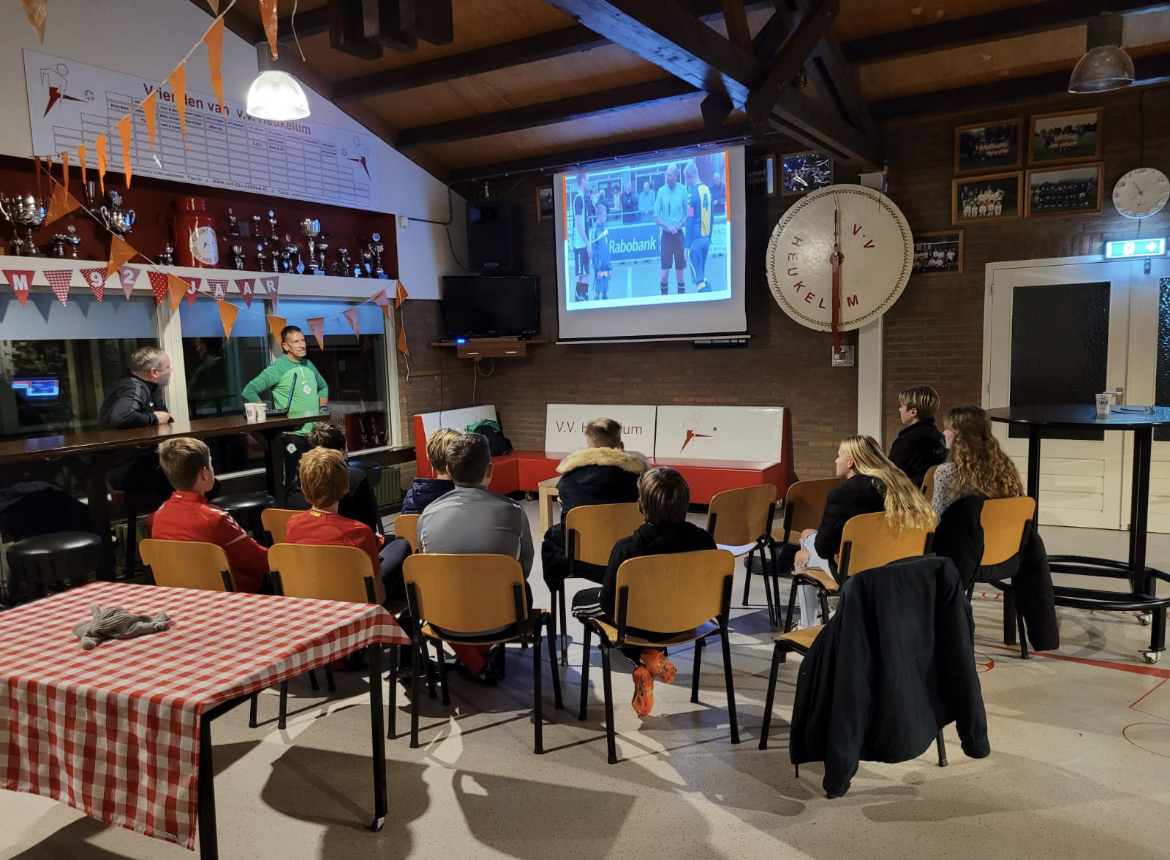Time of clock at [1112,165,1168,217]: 7:54
